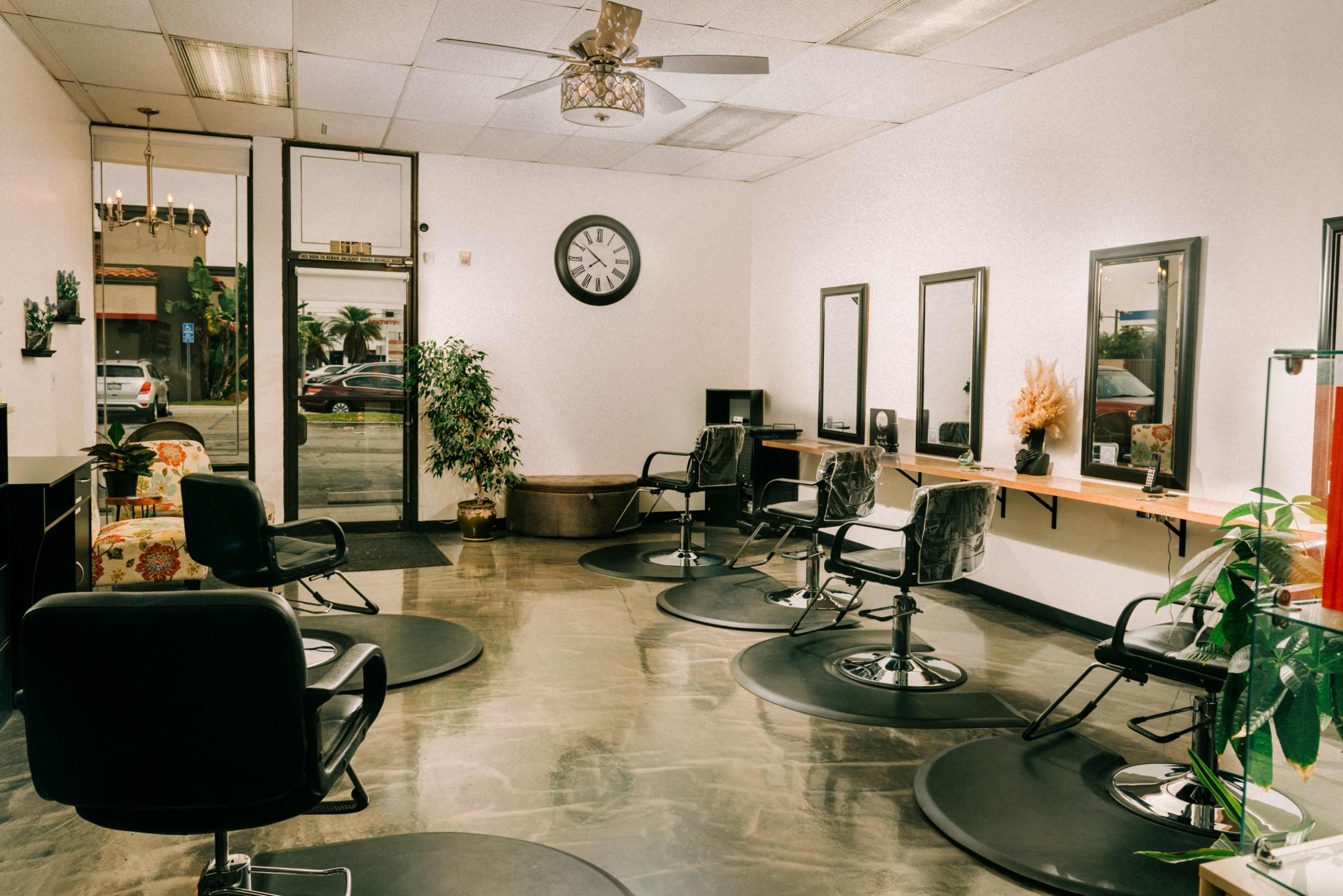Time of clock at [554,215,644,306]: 7:51
